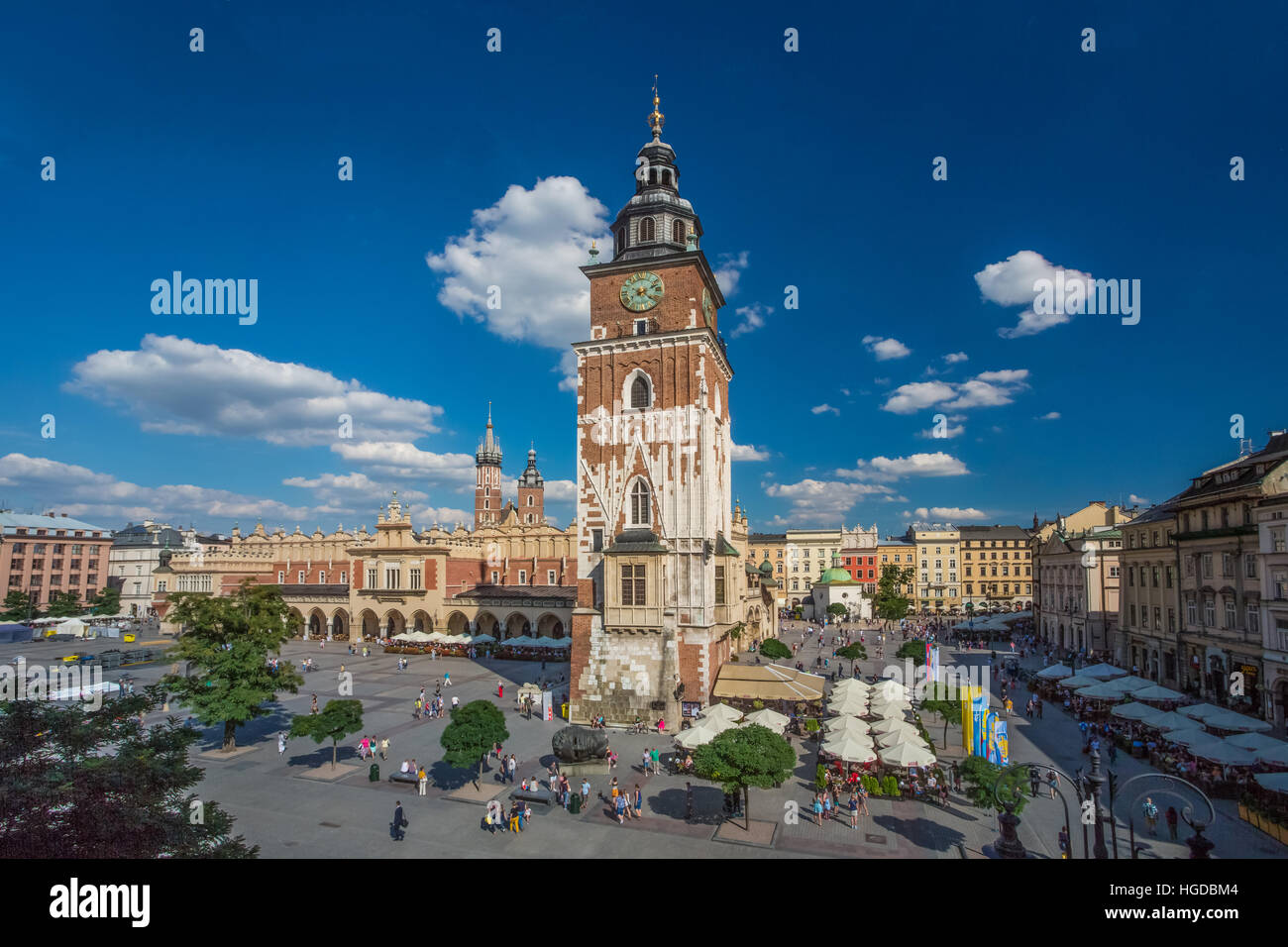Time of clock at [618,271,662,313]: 2:21
